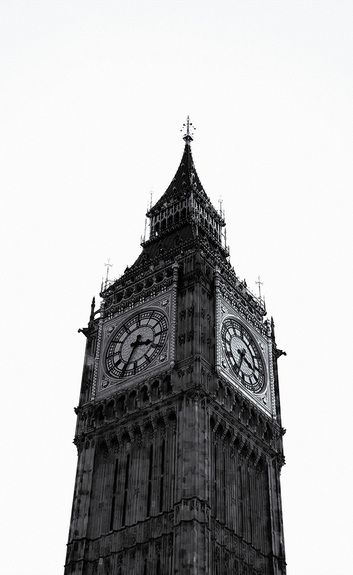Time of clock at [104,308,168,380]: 3:34
